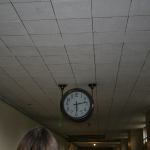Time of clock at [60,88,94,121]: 2:29
